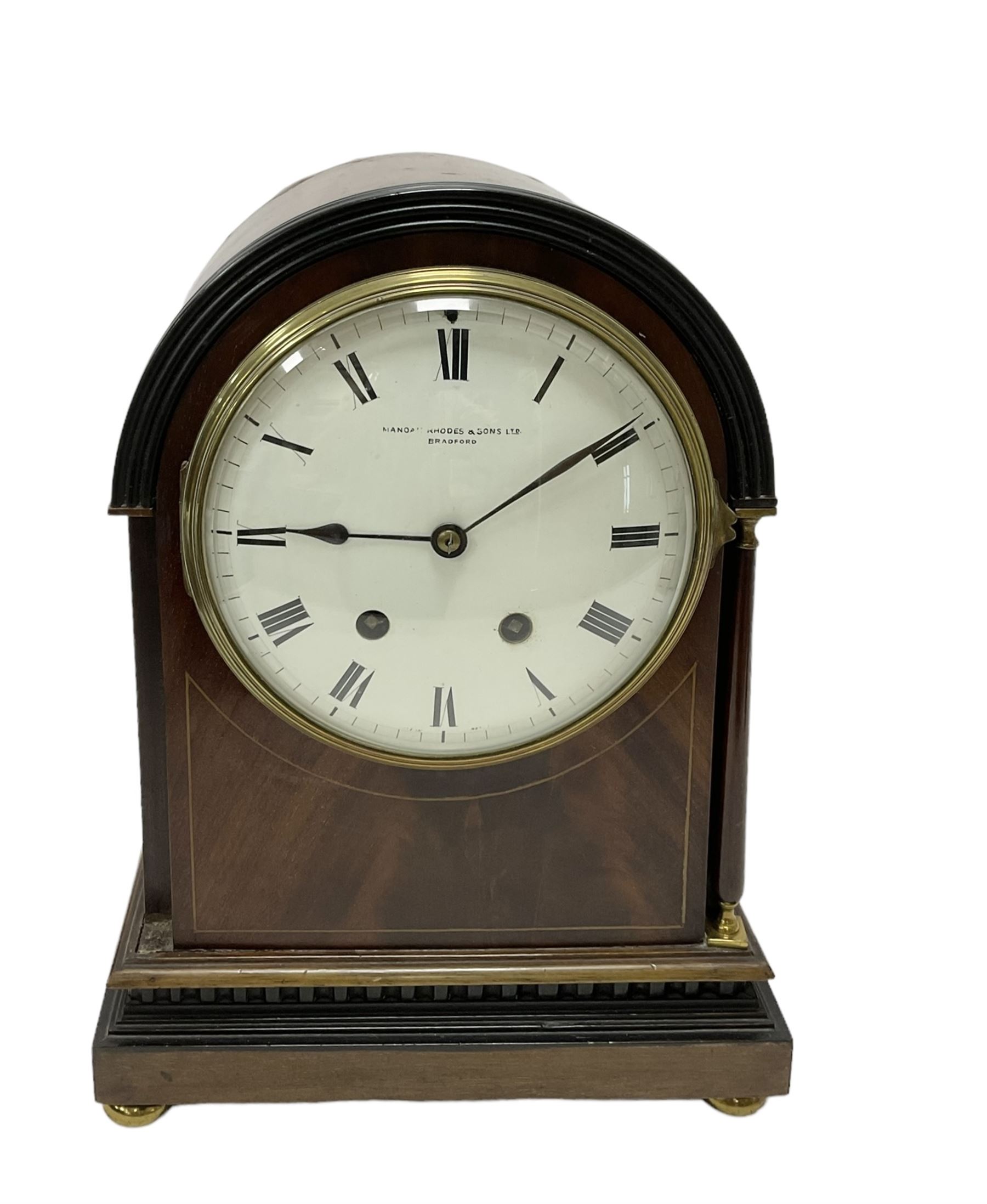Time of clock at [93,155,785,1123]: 9:09
